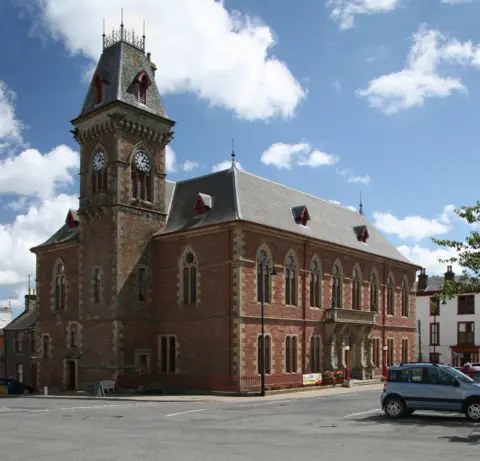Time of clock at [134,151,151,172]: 1:16
